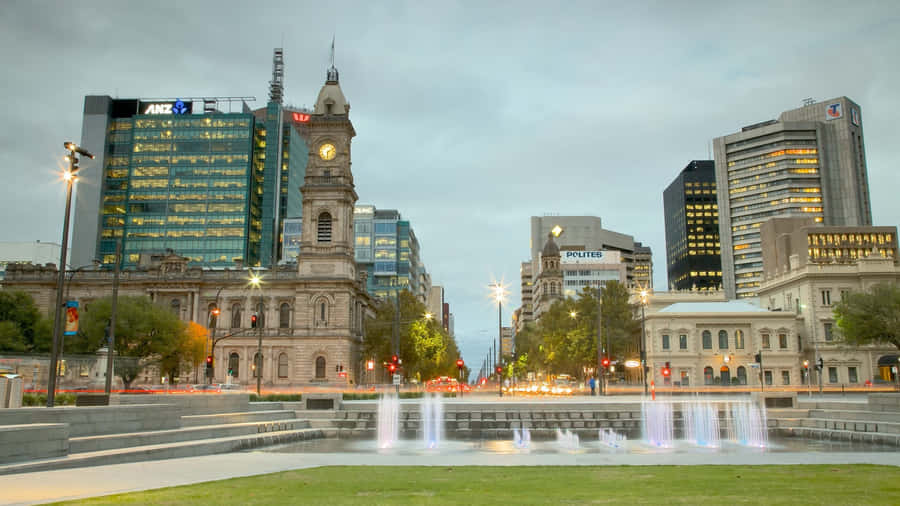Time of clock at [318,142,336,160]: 6:10
